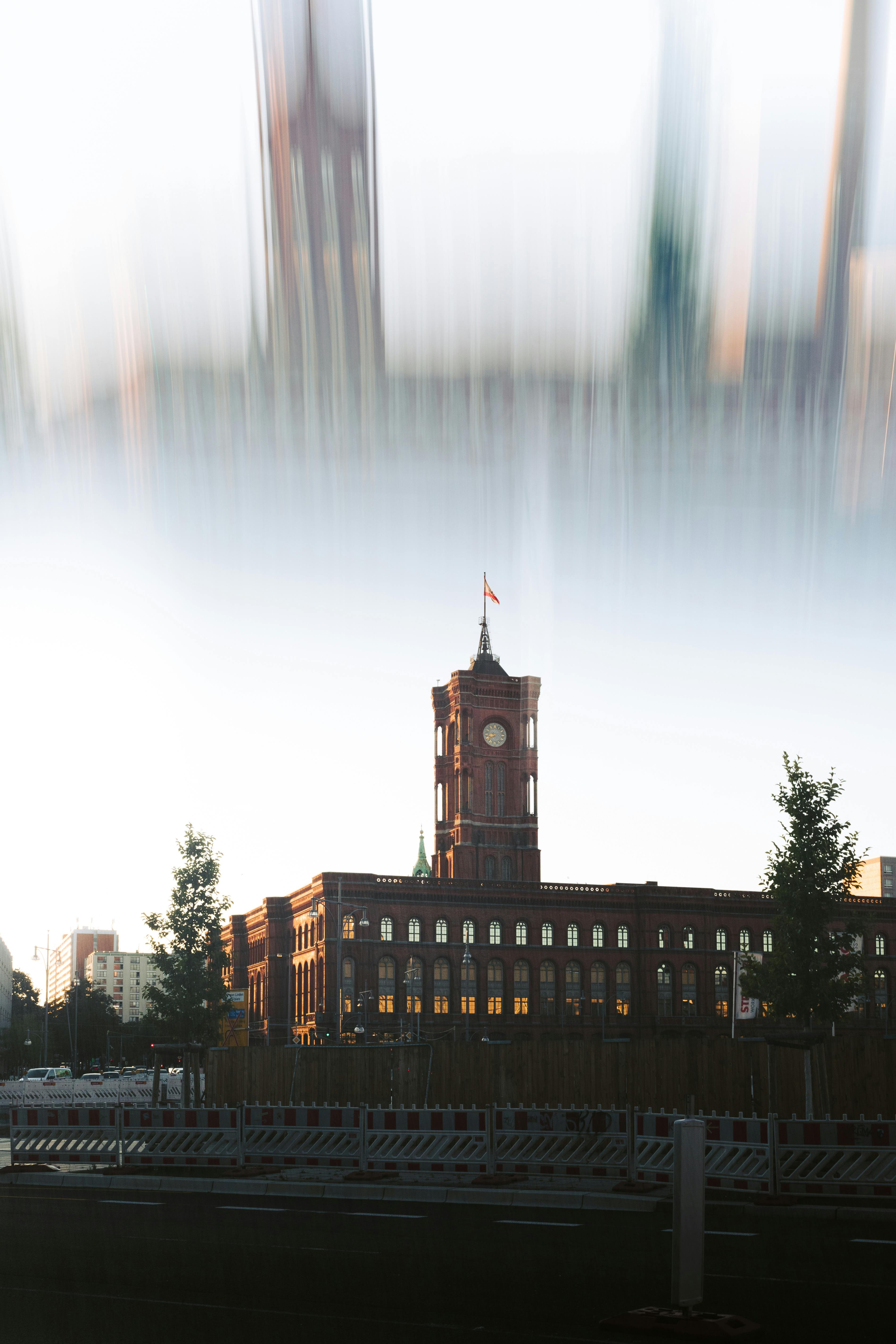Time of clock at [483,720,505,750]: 8:40
